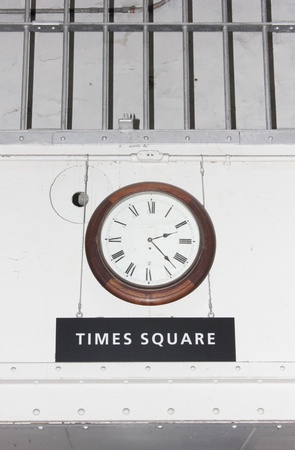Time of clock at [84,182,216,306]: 2:22
